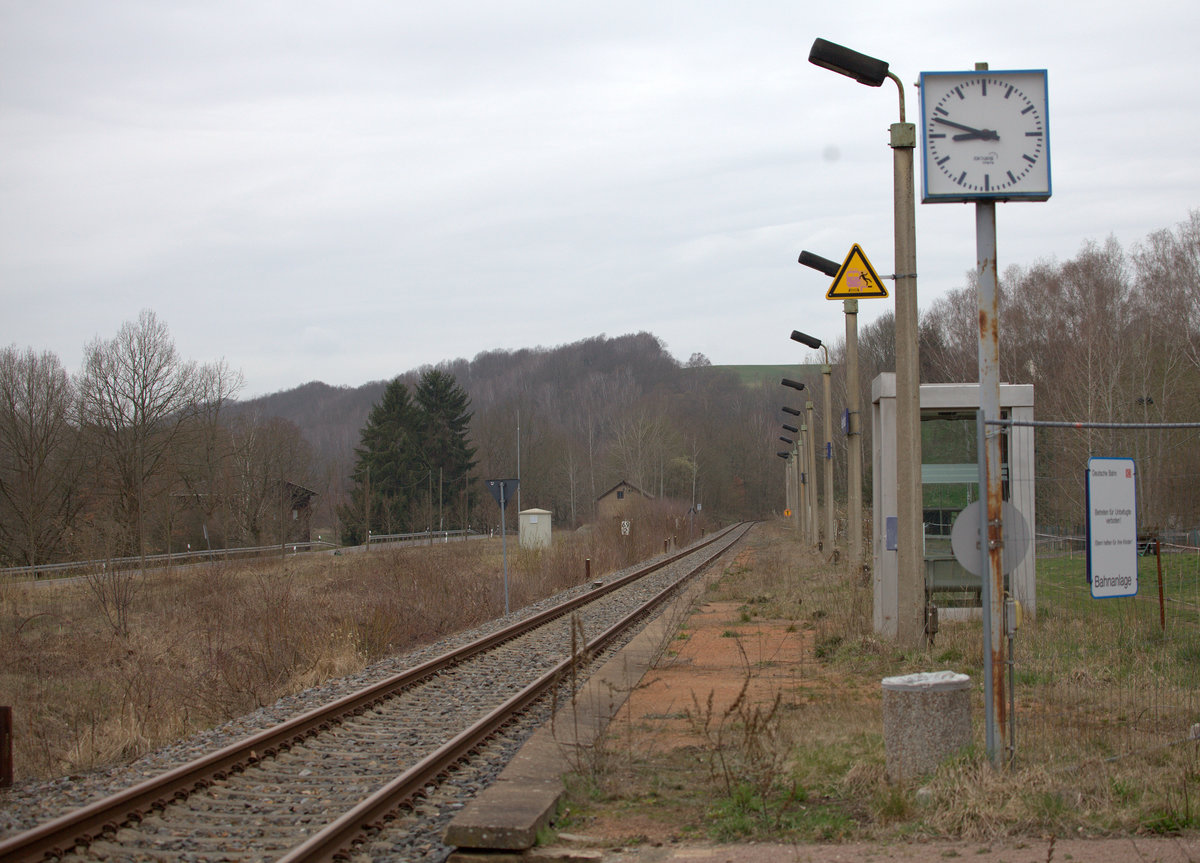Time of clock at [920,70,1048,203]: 8:48
